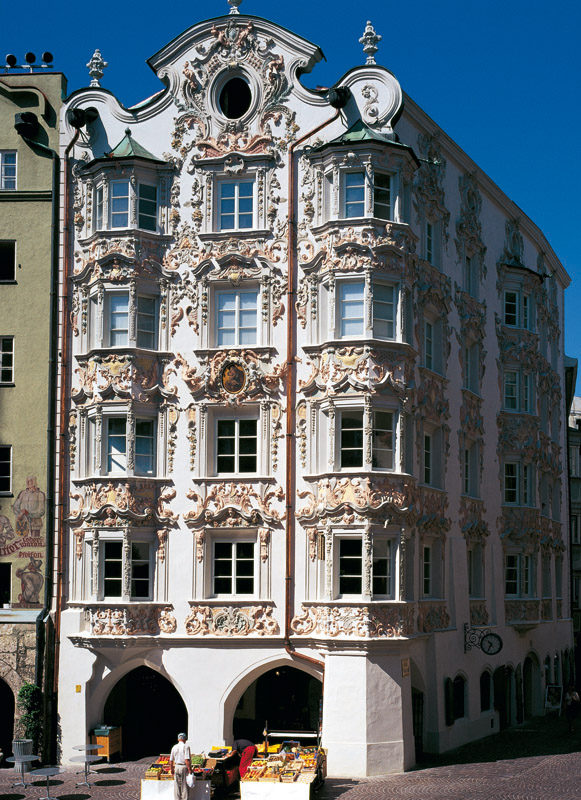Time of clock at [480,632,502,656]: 10:34
